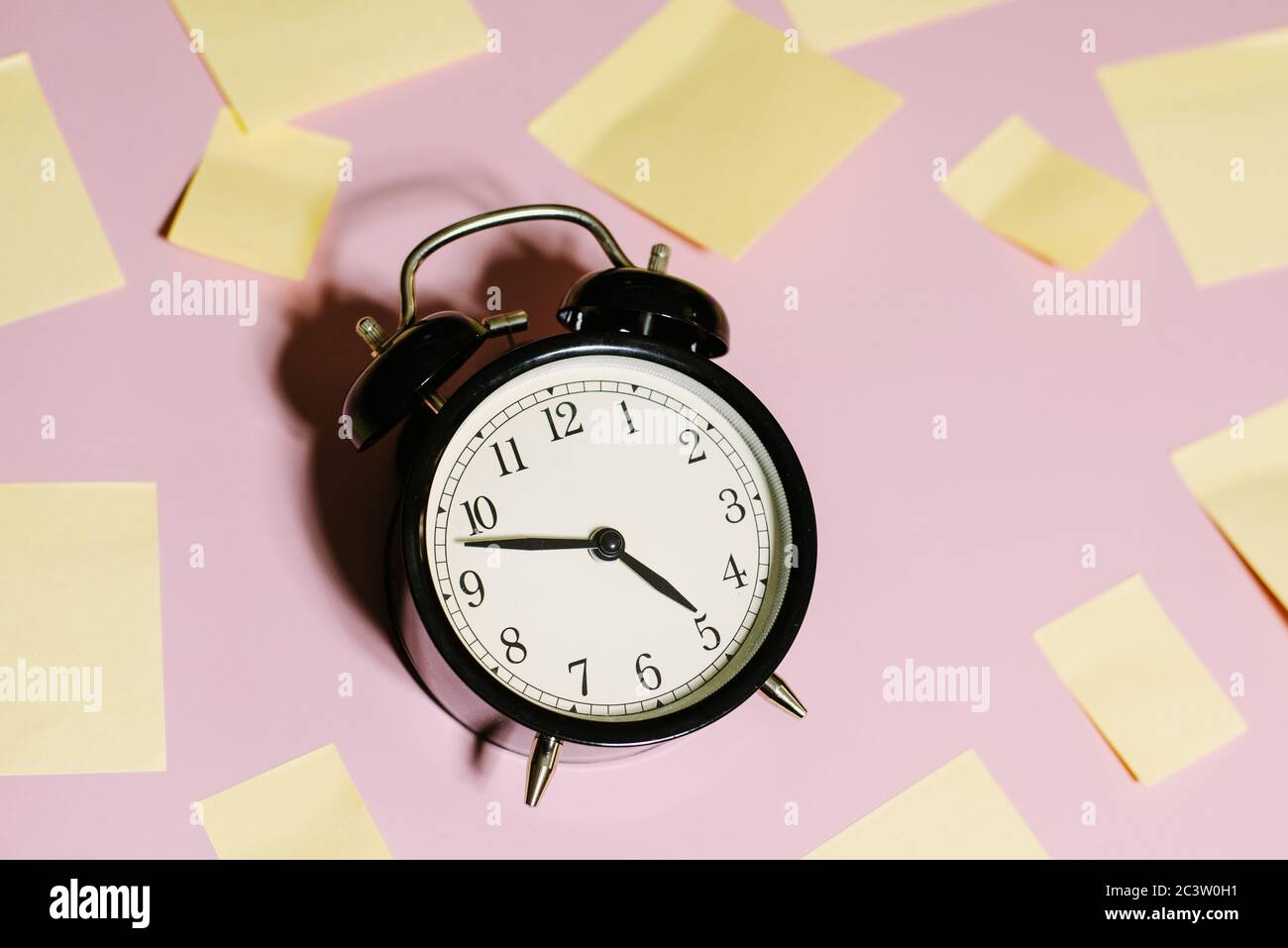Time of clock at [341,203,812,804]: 4:47
